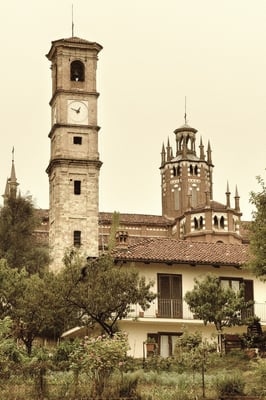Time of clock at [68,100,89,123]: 12:49
